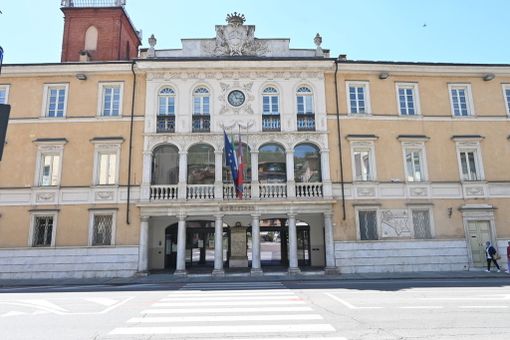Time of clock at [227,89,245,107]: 2:56
